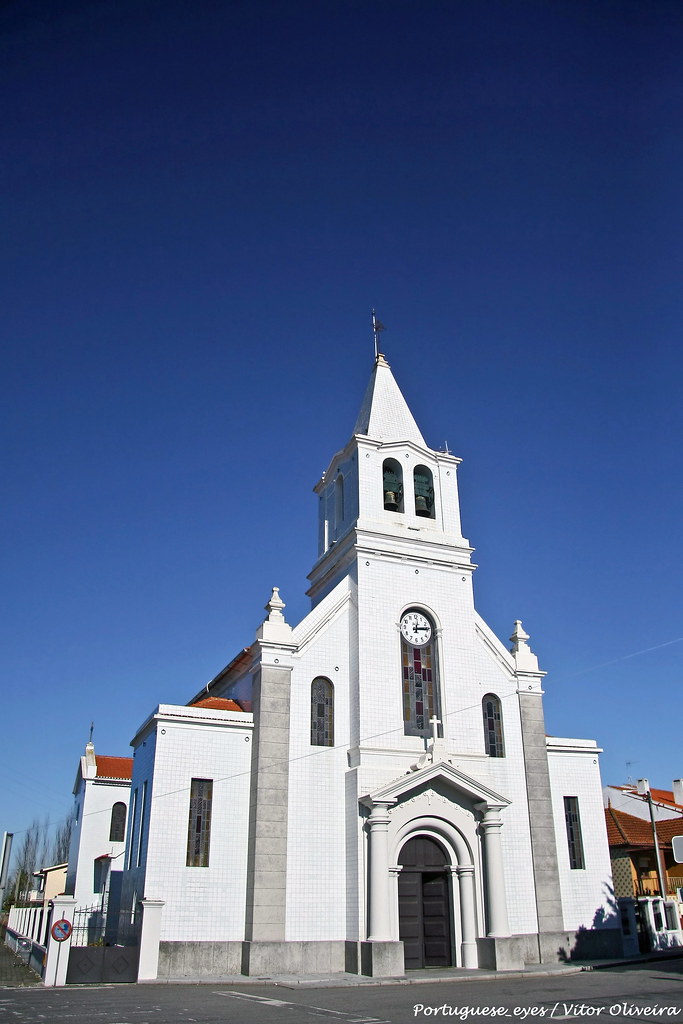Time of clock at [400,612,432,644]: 12:13
